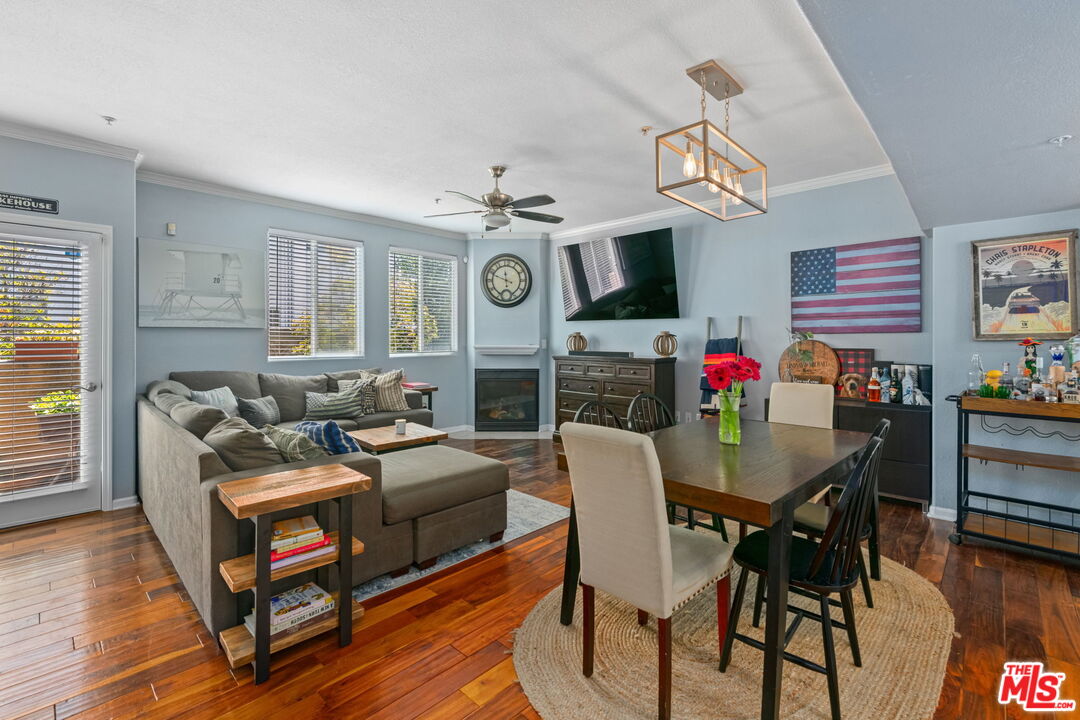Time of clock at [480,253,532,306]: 11:48
